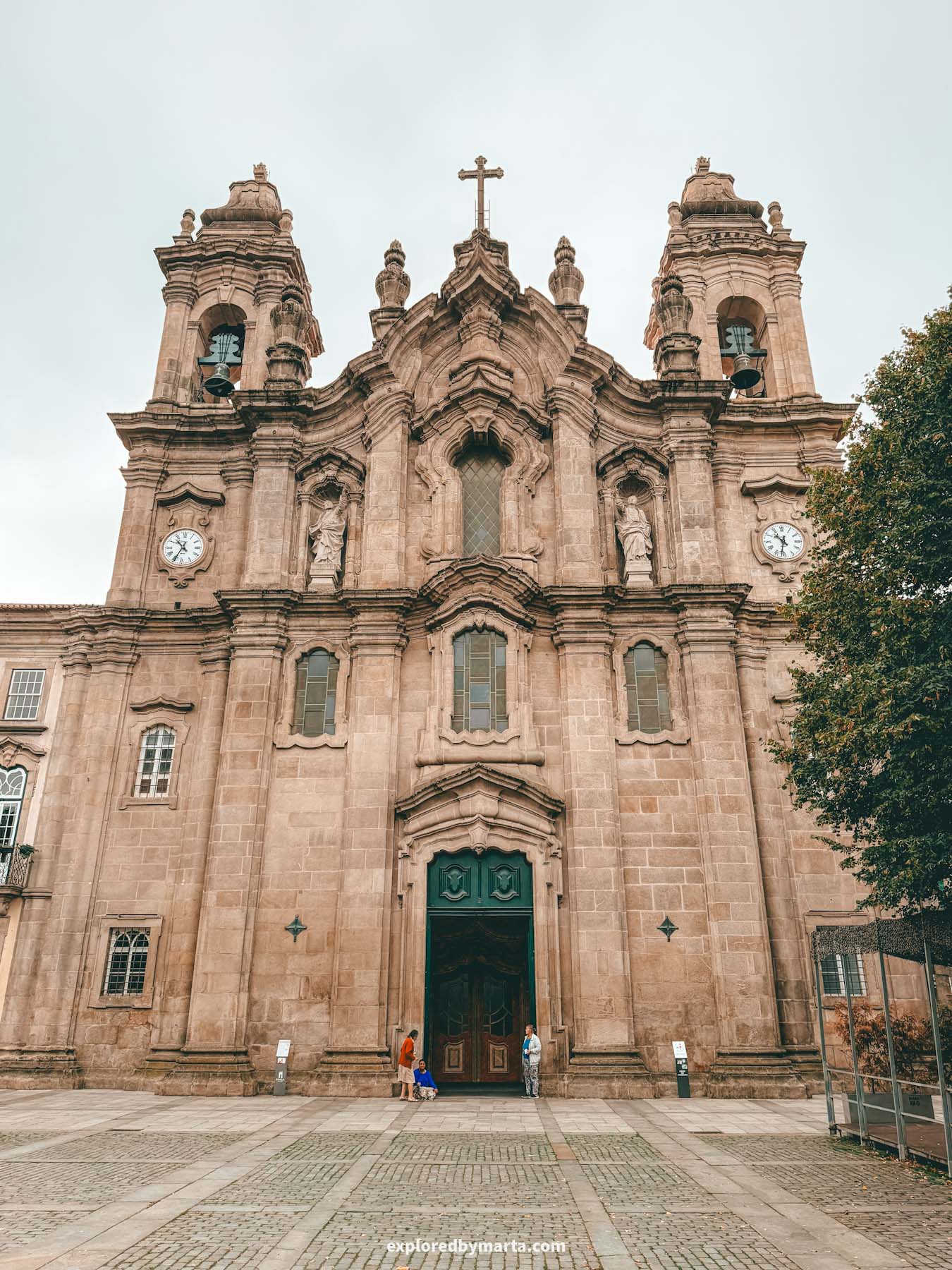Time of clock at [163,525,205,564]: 10:34
